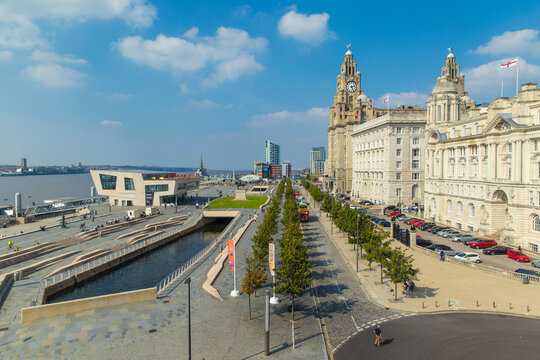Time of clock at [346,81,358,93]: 2:25
